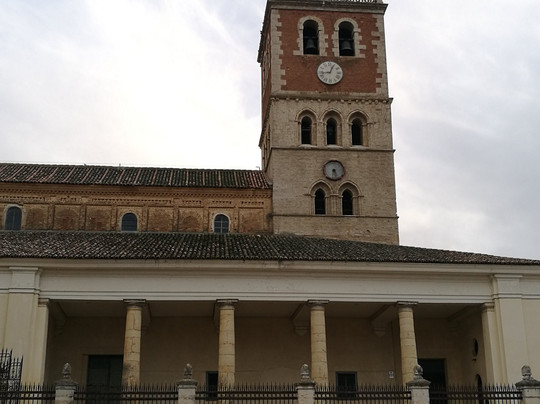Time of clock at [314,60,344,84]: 12:43
